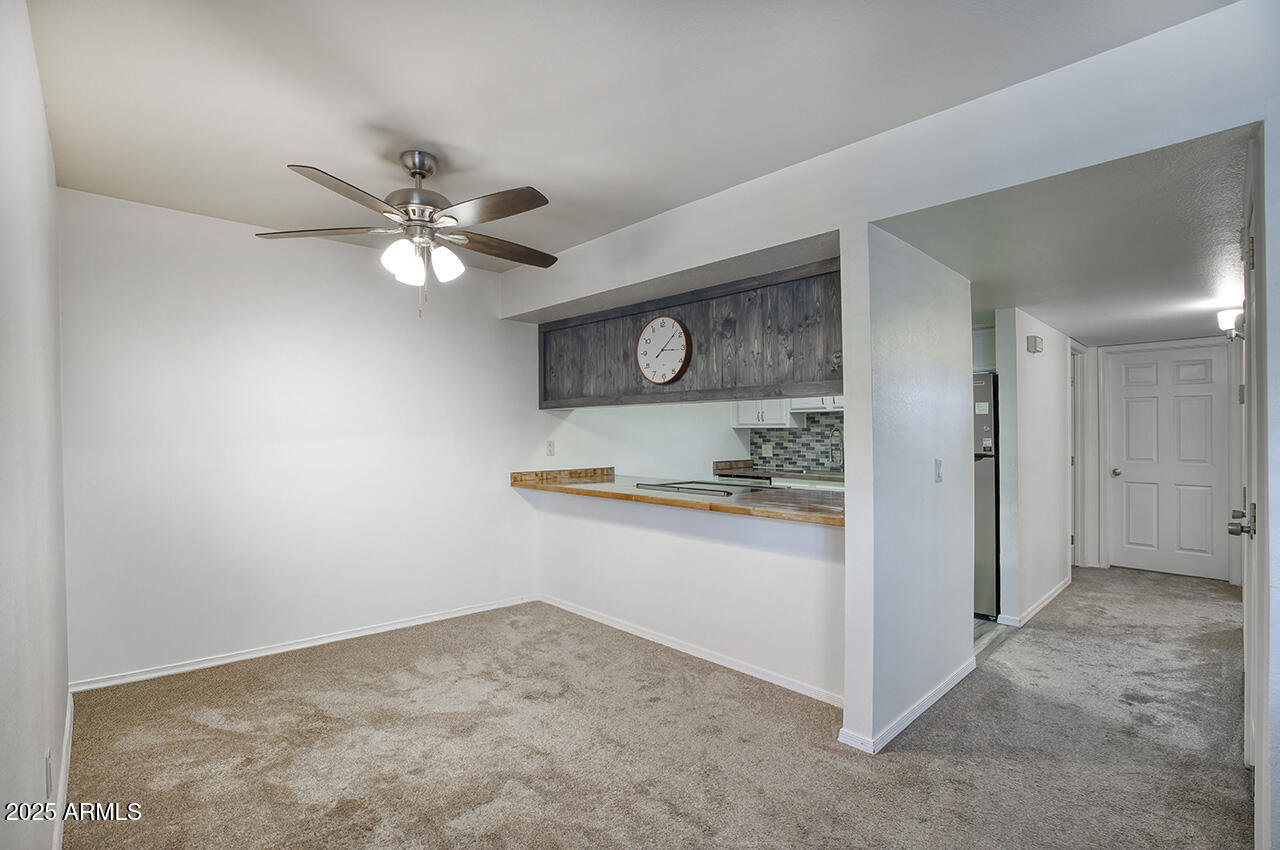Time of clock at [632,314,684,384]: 3:08
